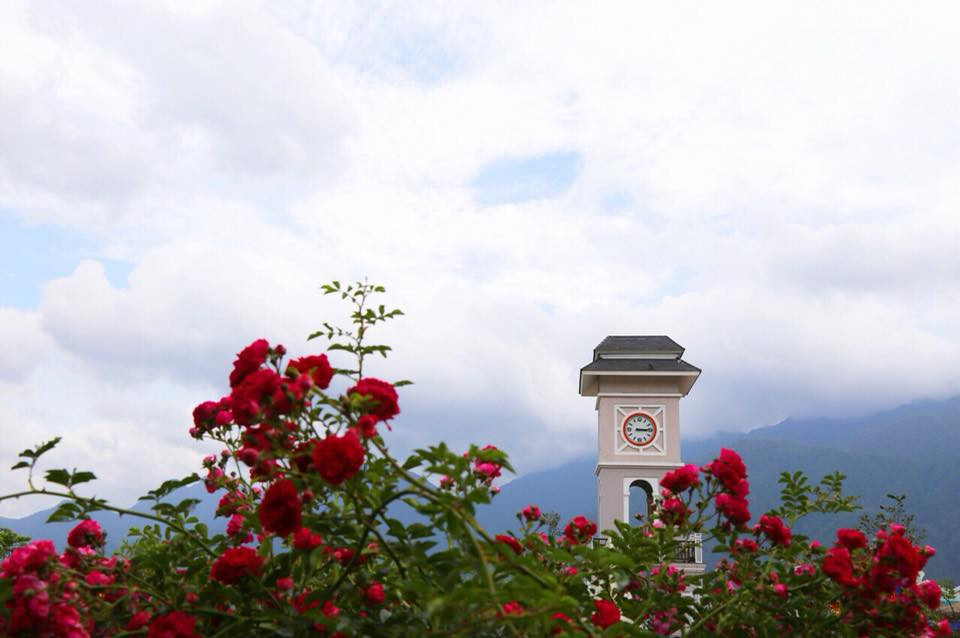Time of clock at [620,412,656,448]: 3:14
